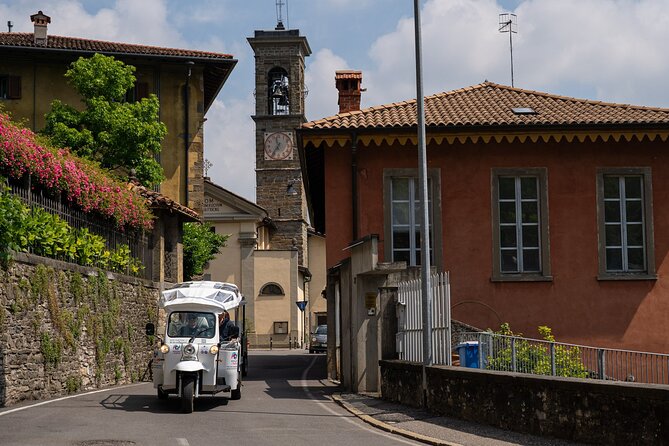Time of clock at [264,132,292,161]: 11:36
